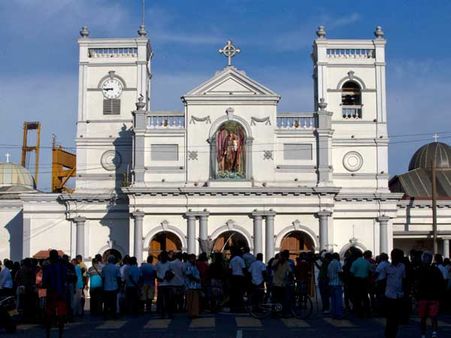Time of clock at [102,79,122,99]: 8:45
